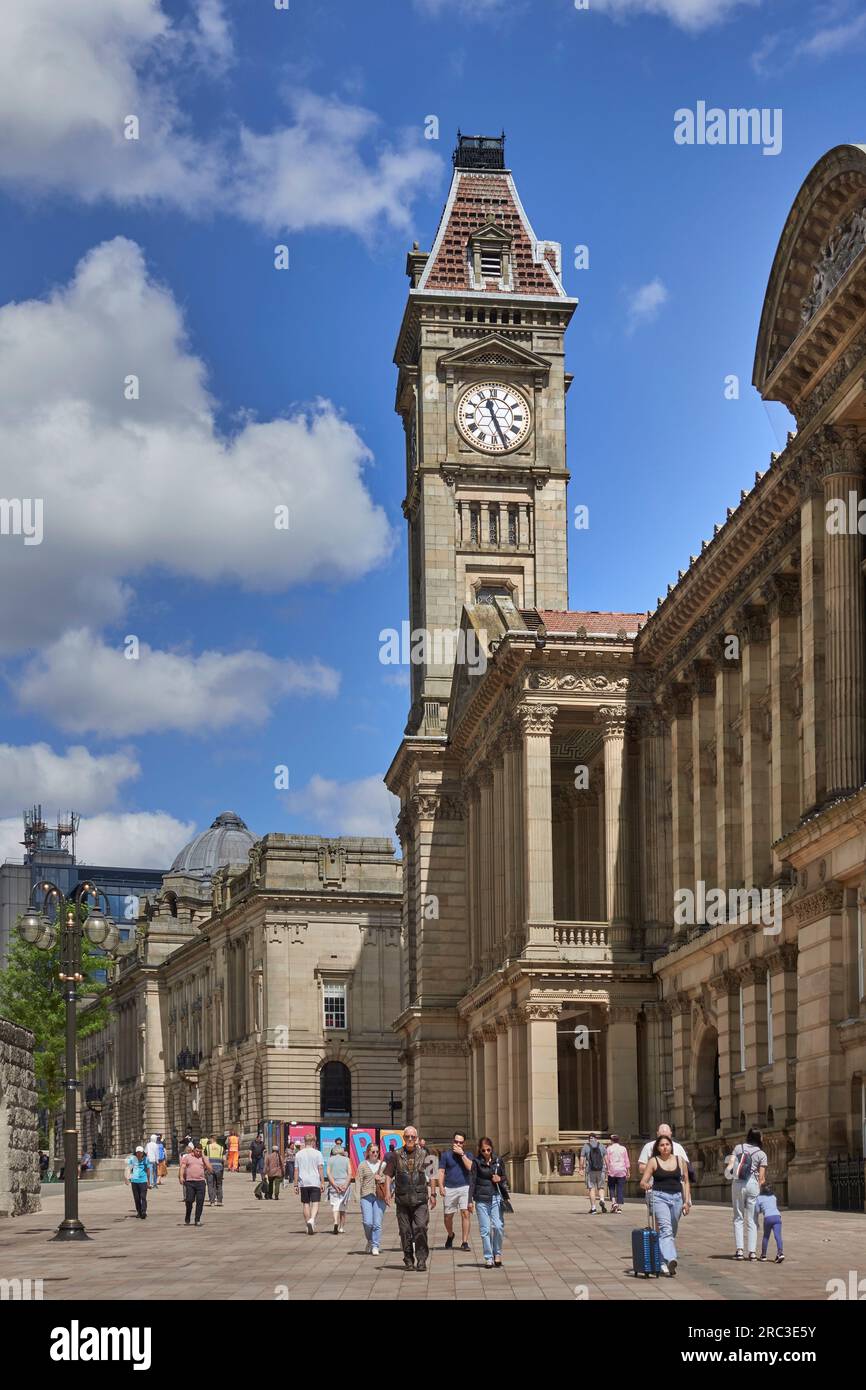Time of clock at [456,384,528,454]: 11:26
